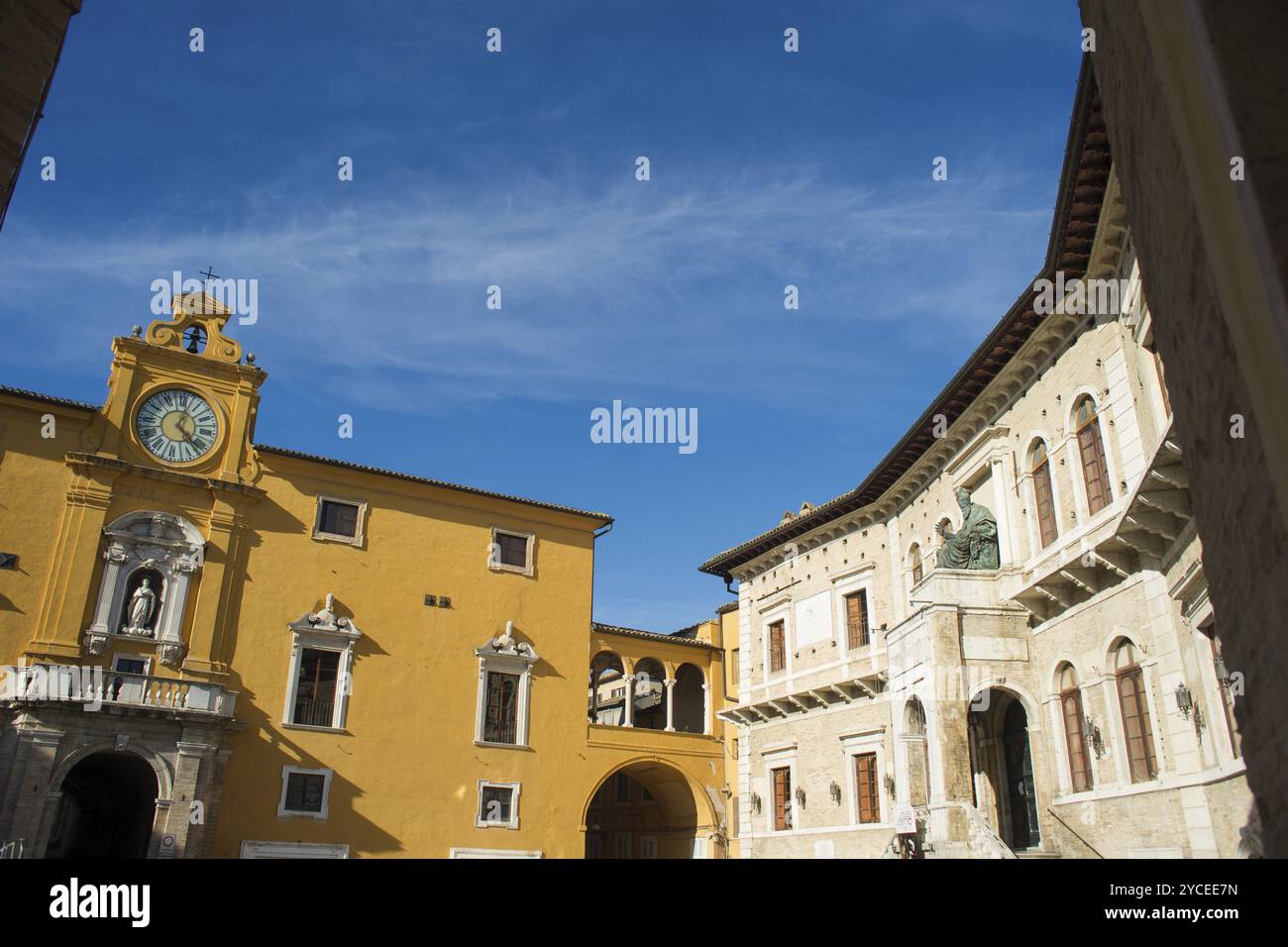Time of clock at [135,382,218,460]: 4:02
